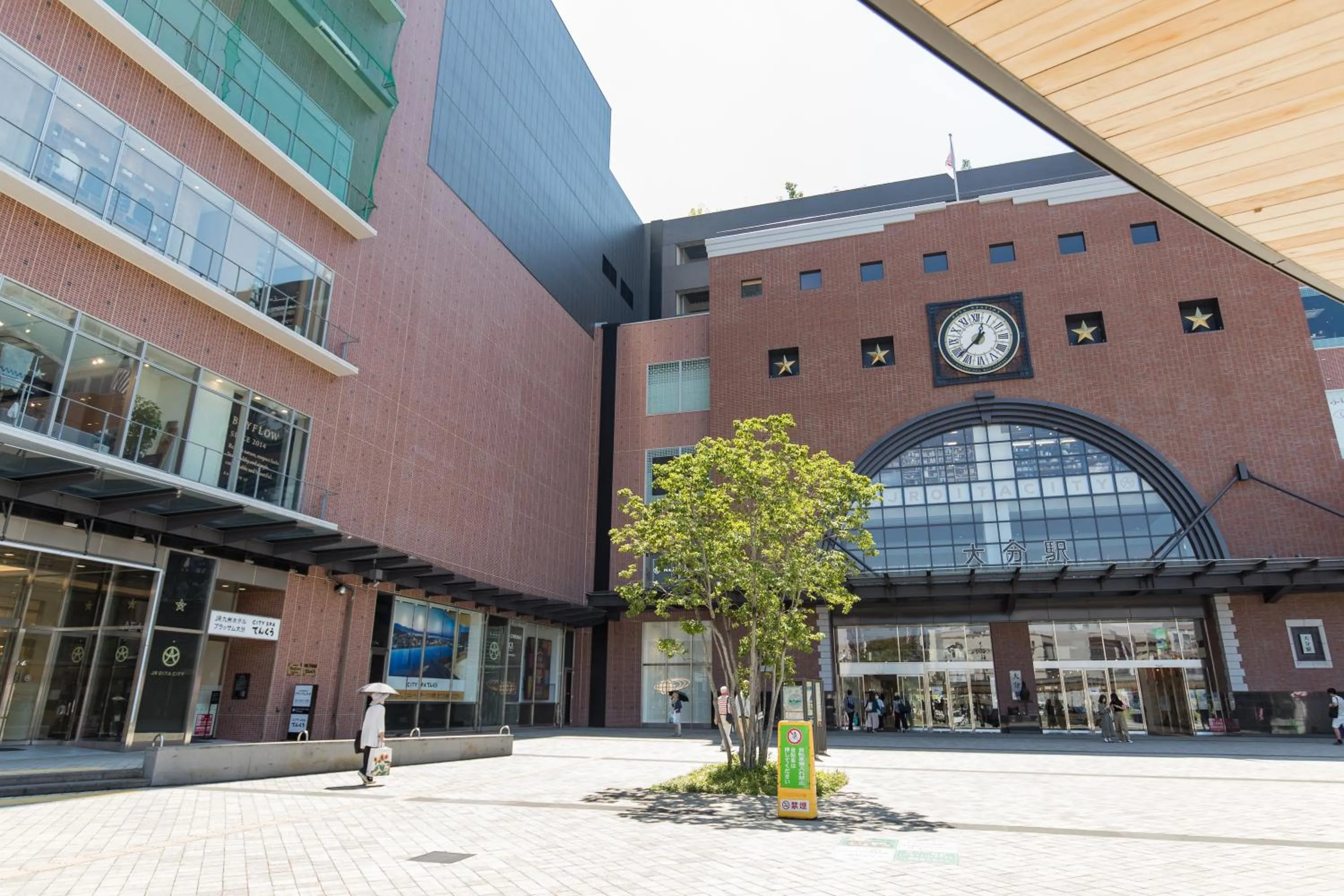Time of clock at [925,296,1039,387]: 12:37
